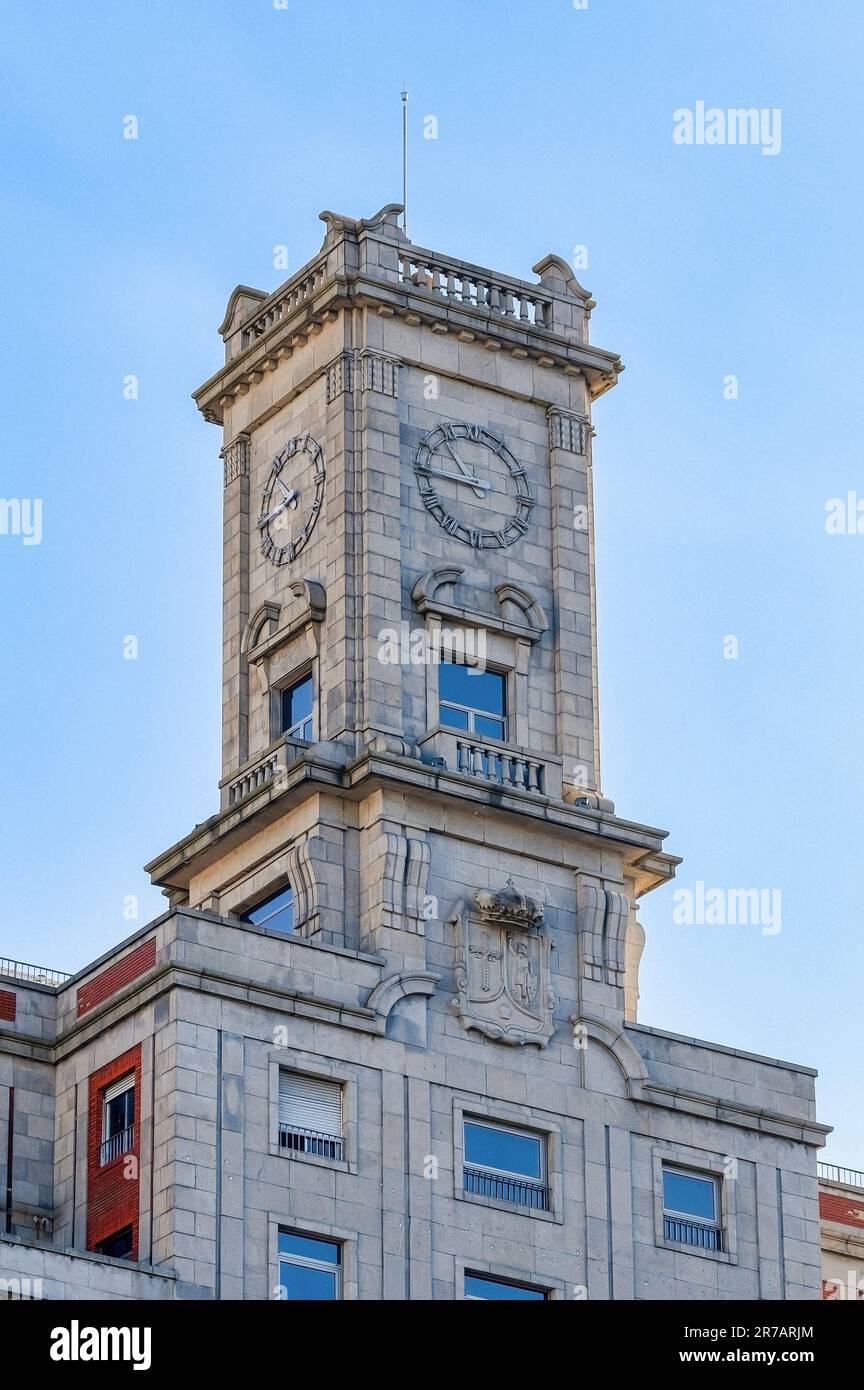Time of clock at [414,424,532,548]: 10:45
